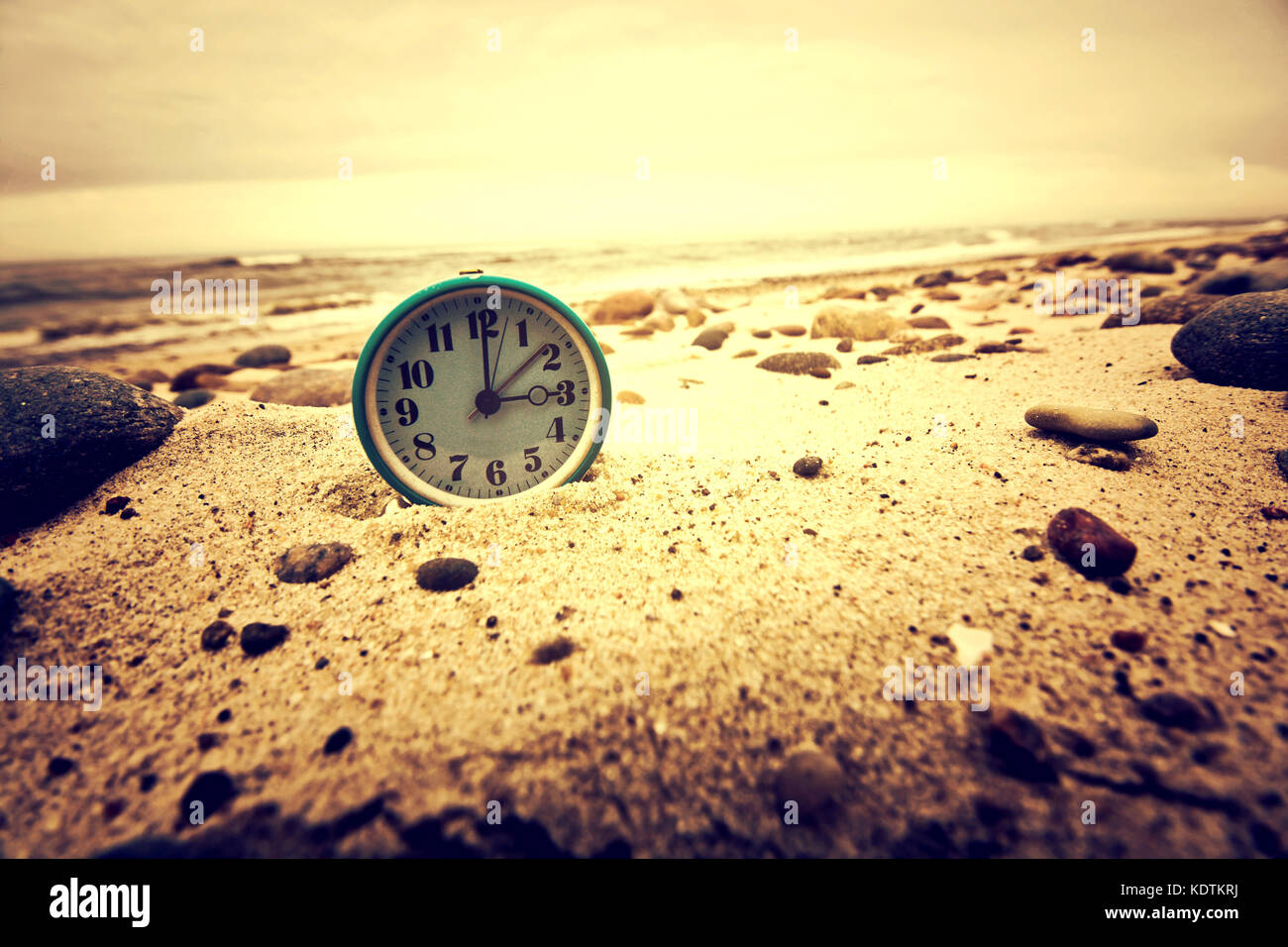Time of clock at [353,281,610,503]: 3:00
